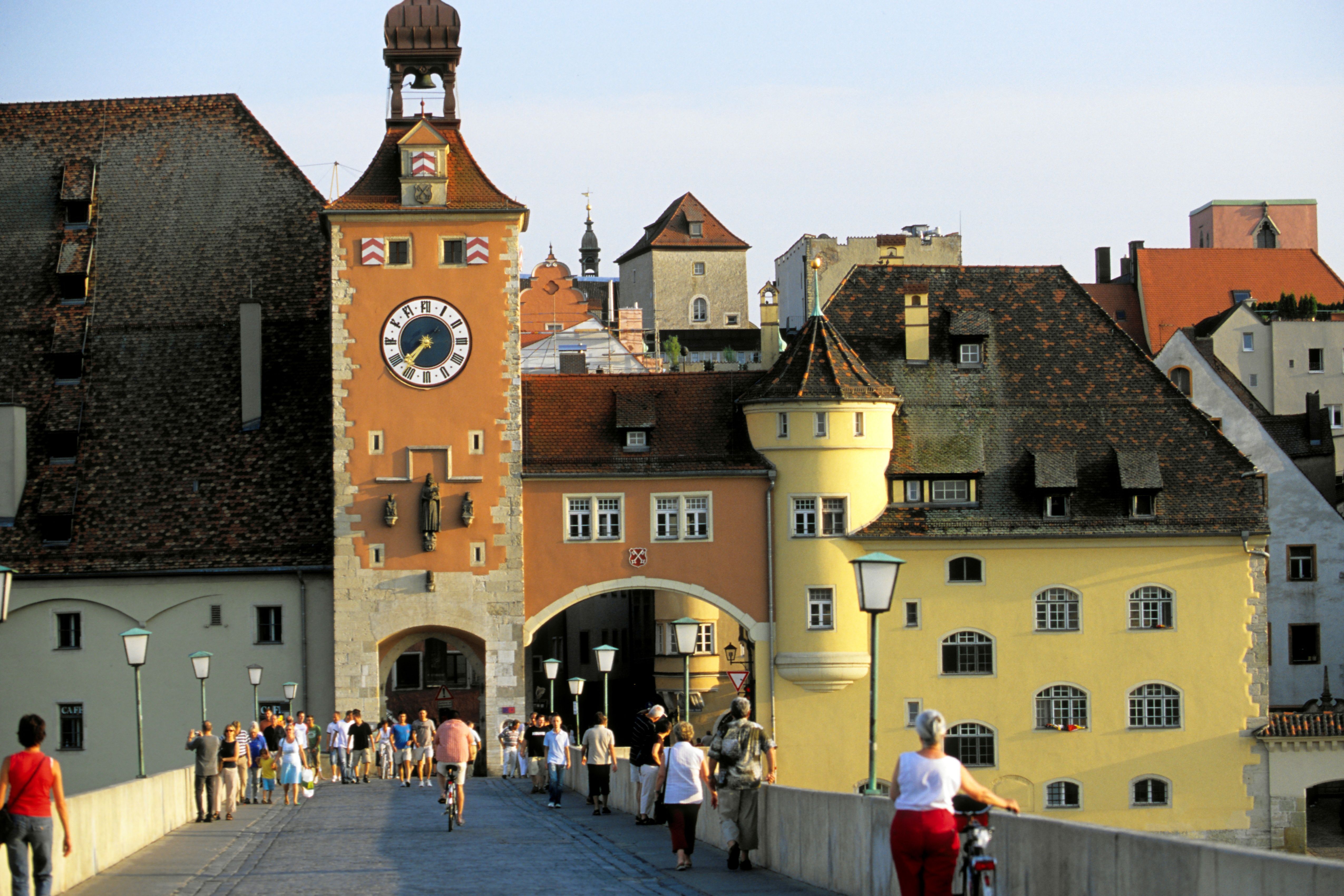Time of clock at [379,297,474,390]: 7:36
